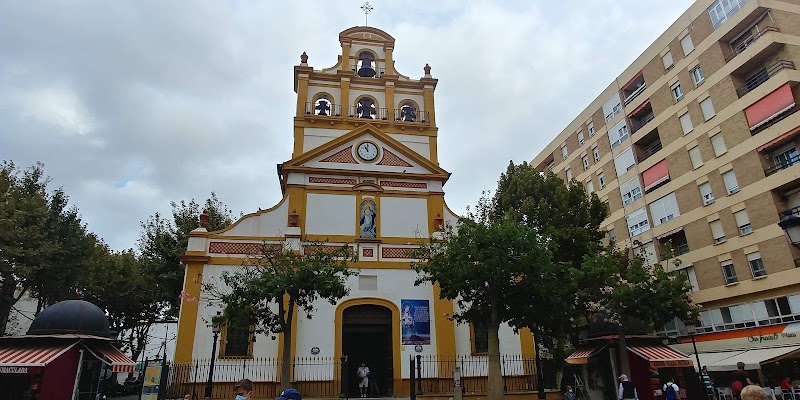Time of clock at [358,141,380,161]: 11:00
